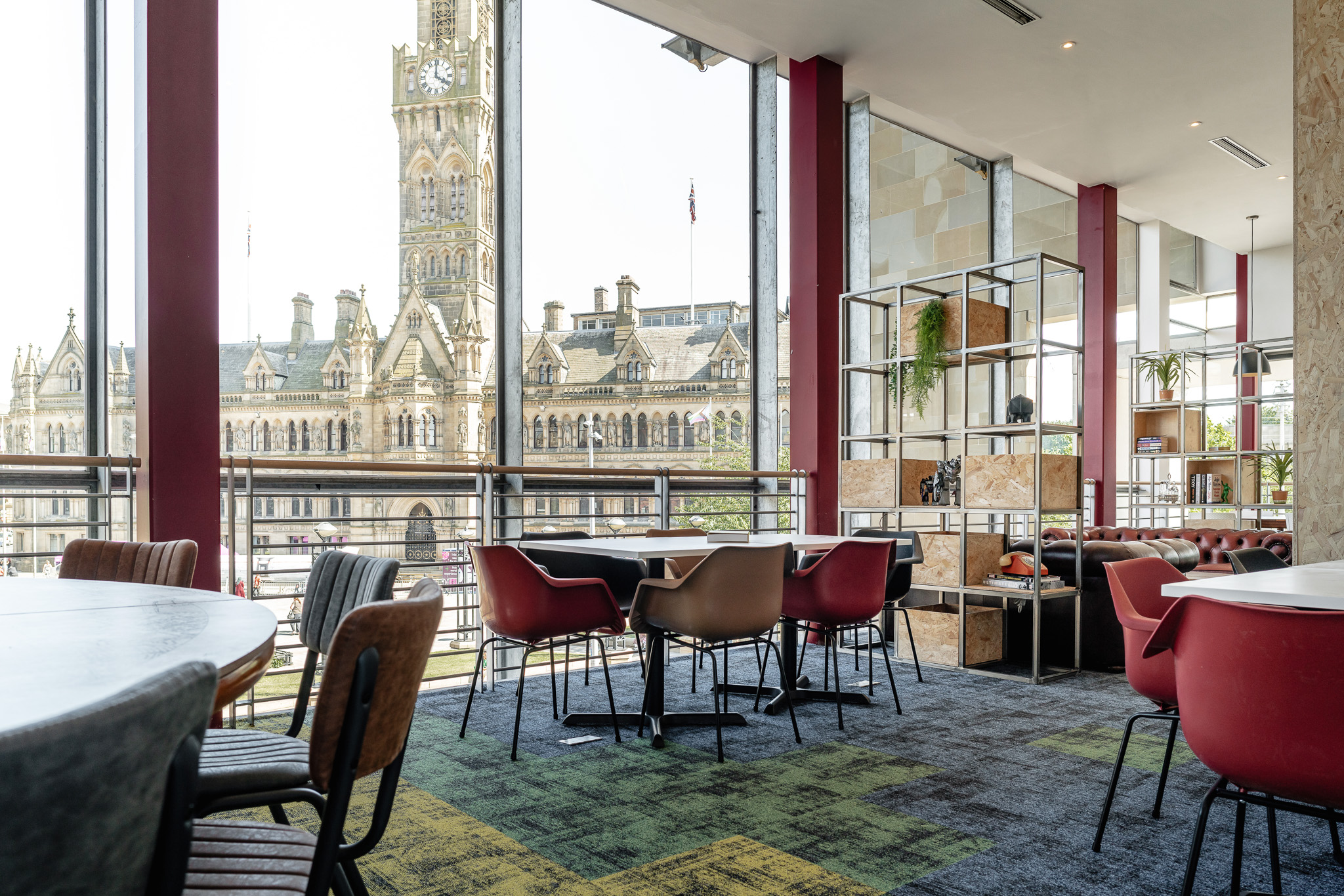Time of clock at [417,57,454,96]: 3:59
